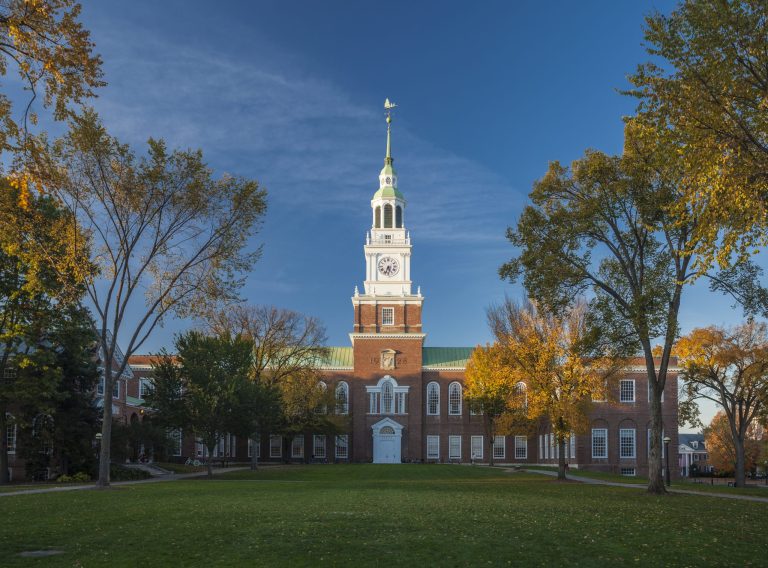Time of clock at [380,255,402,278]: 5:33
